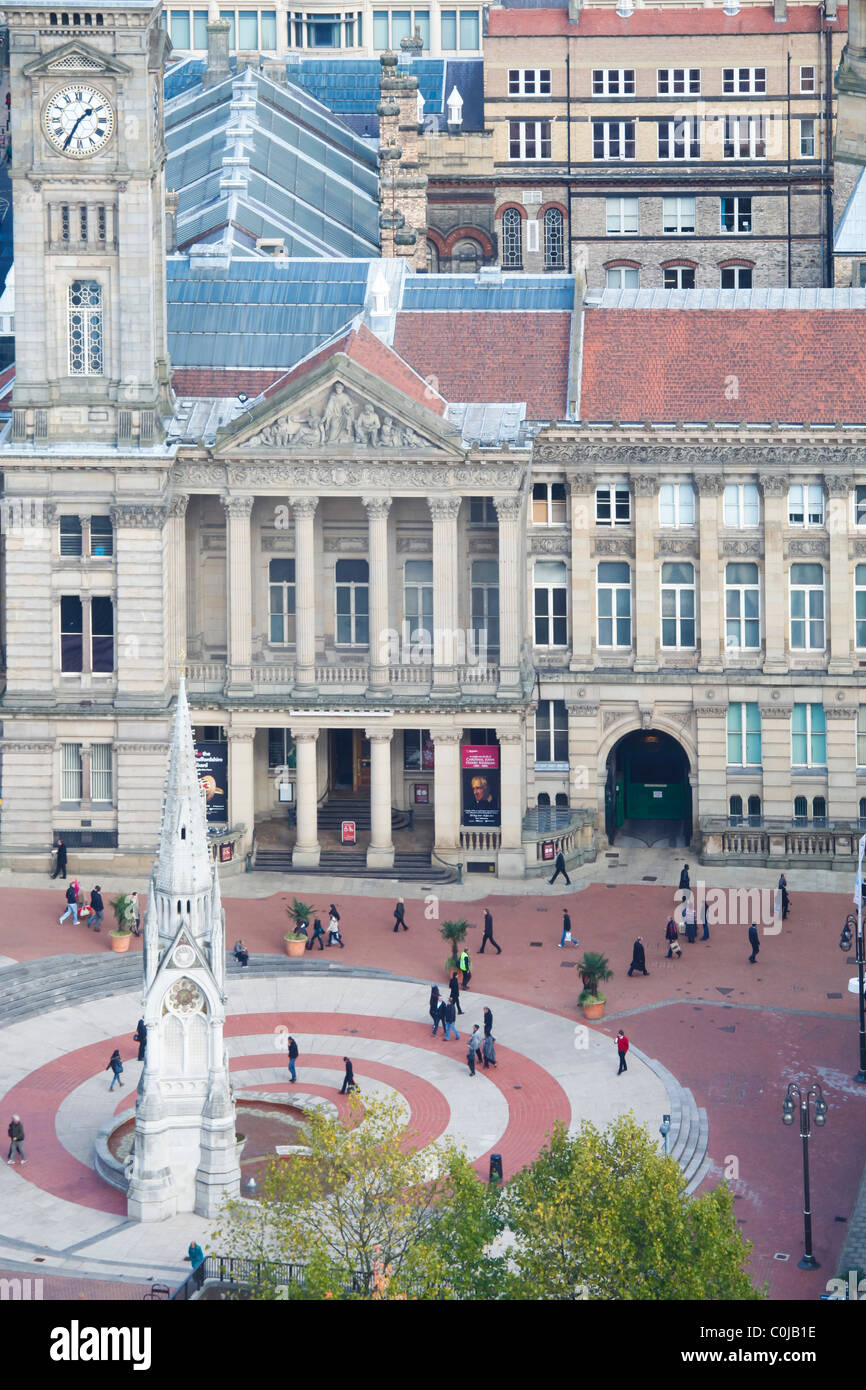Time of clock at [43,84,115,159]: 1:34
